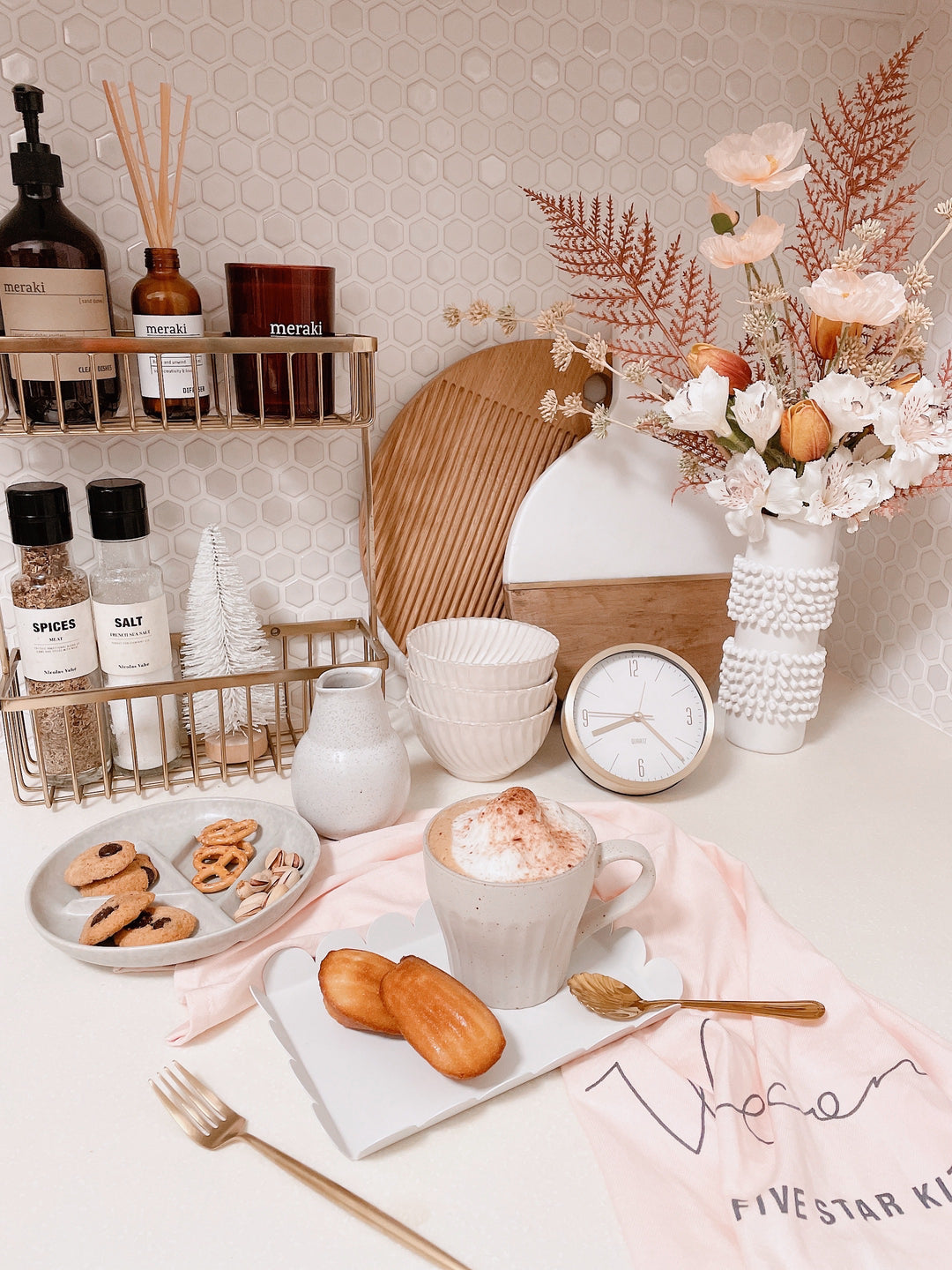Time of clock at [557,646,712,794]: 8:22
